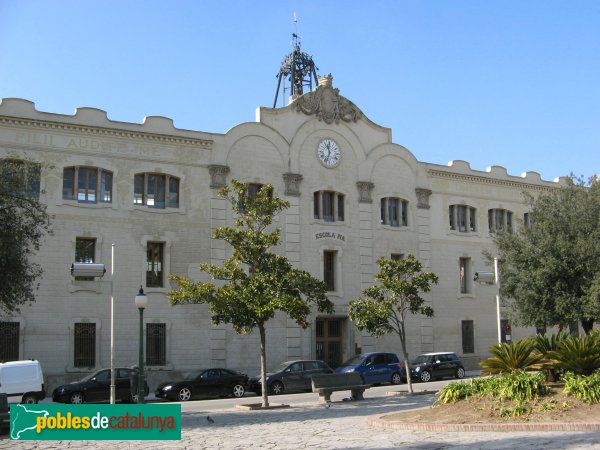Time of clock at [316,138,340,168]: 11:33
